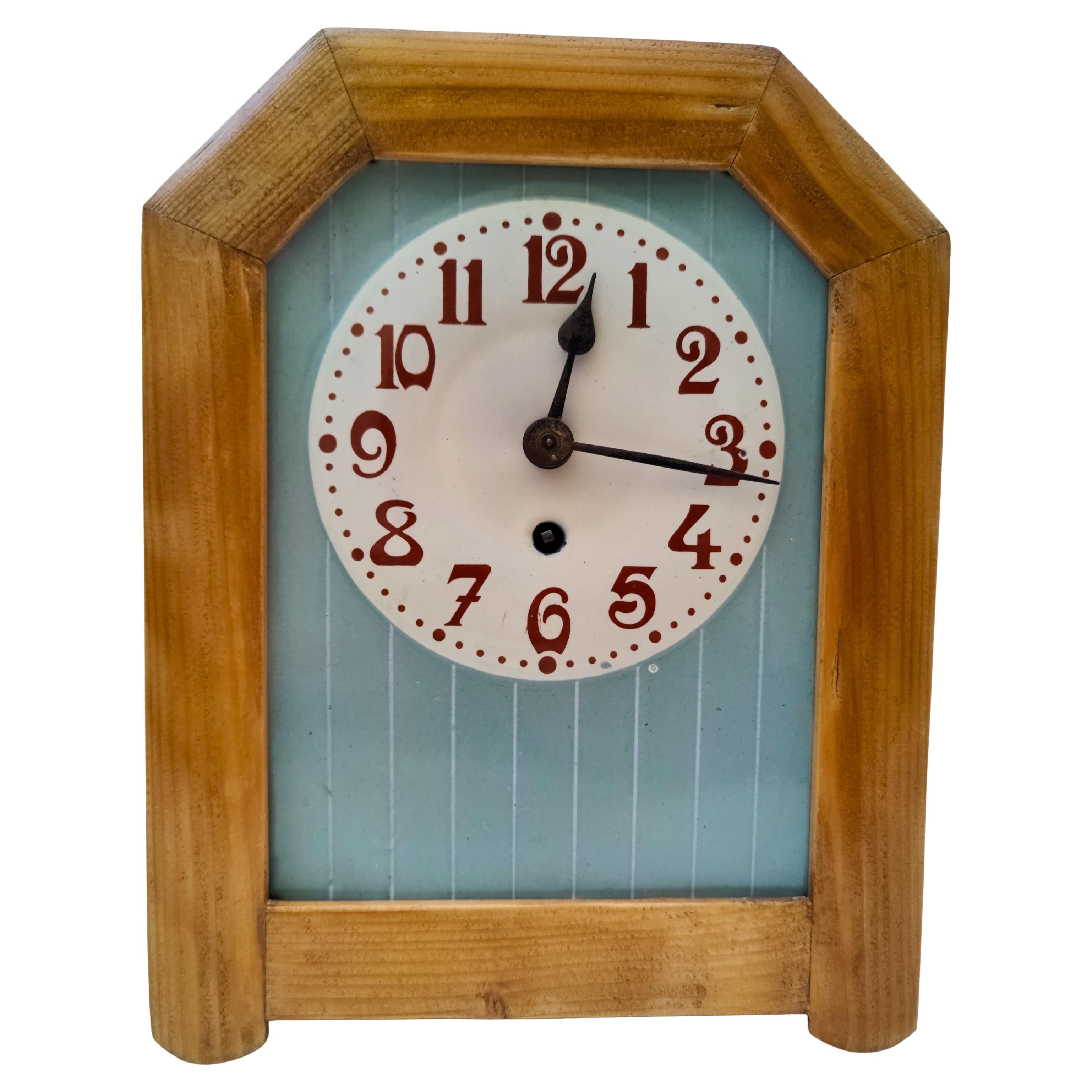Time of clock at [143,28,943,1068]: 12:16
